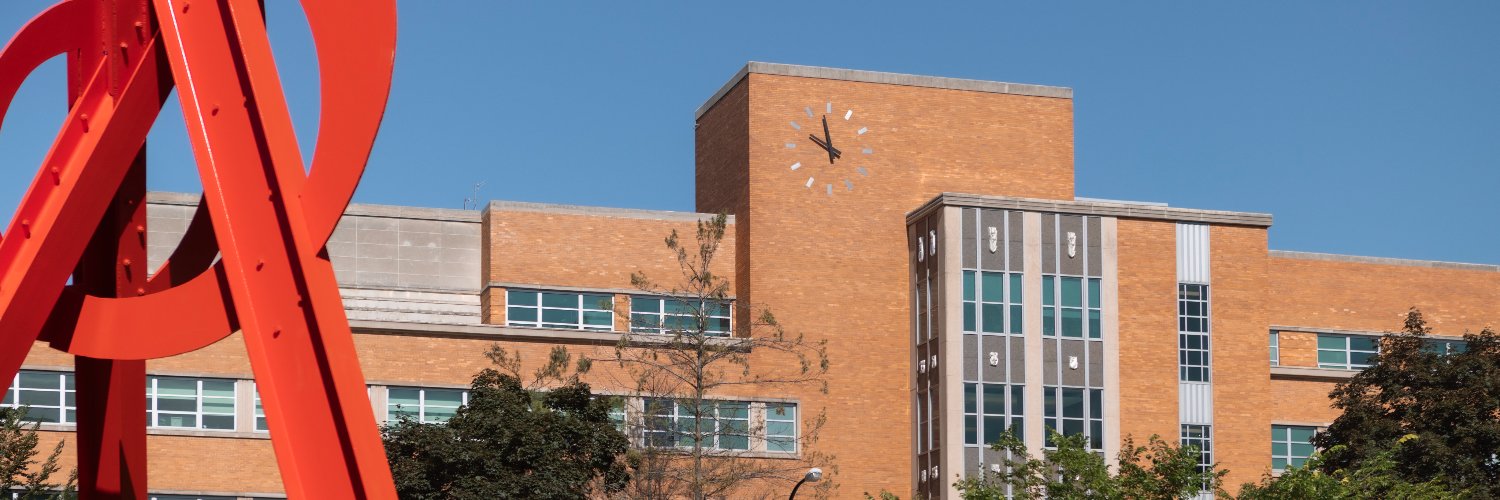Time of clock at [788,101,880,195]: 9:58
